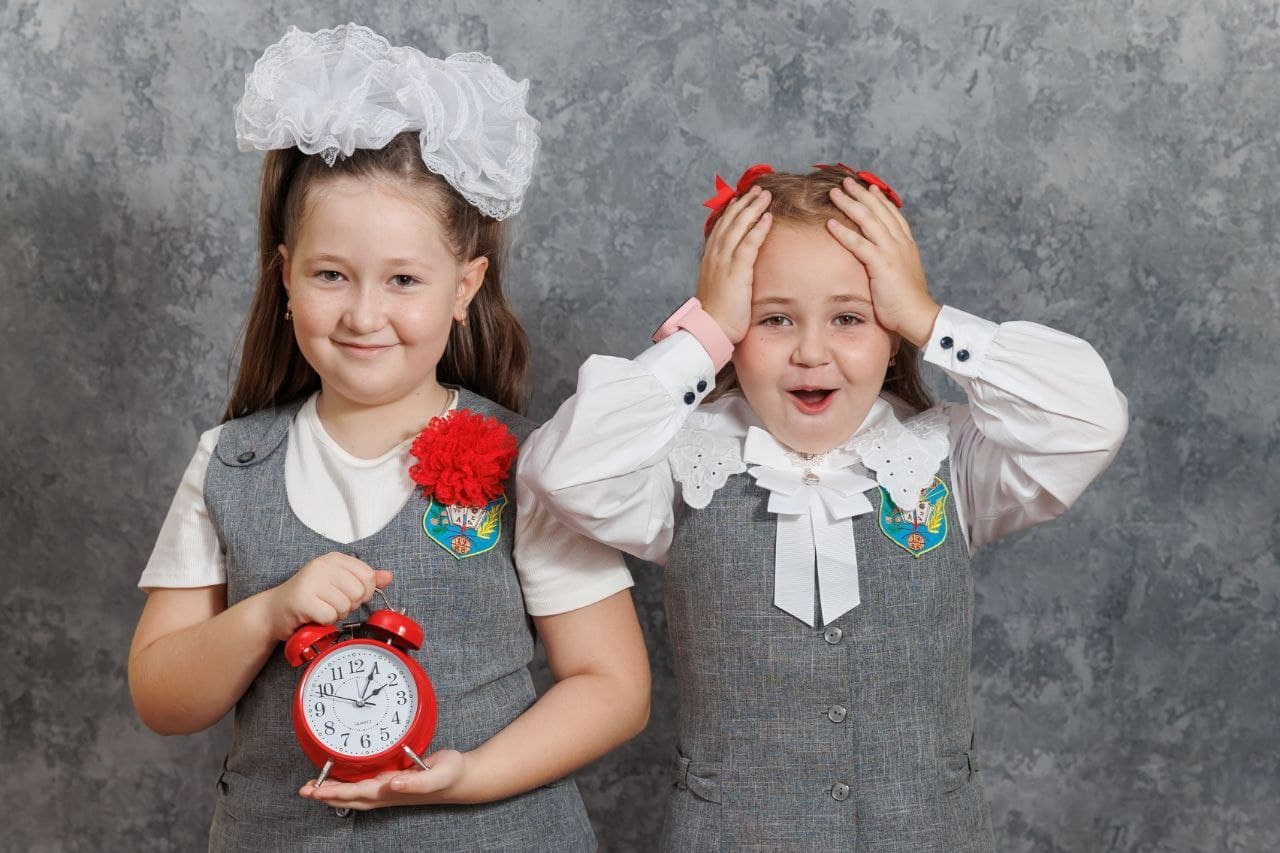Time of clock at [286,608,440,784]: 2:04
